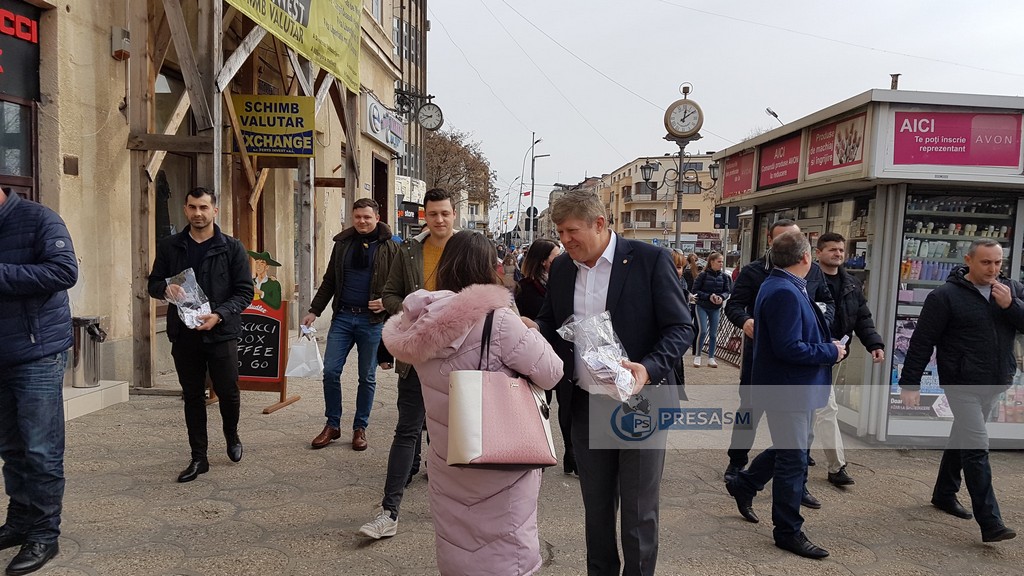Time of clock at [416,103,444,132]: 9:42
